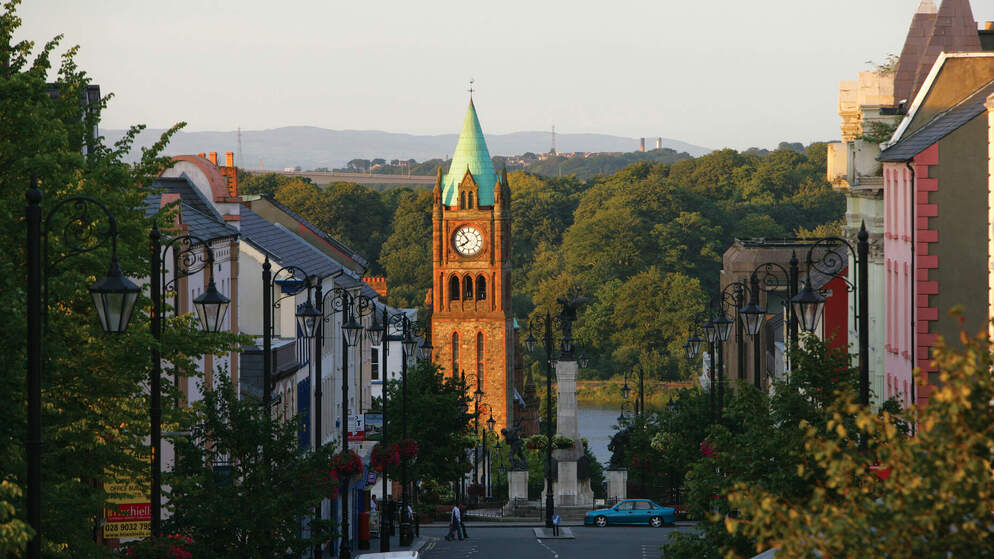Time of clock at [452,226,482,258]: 7:52
